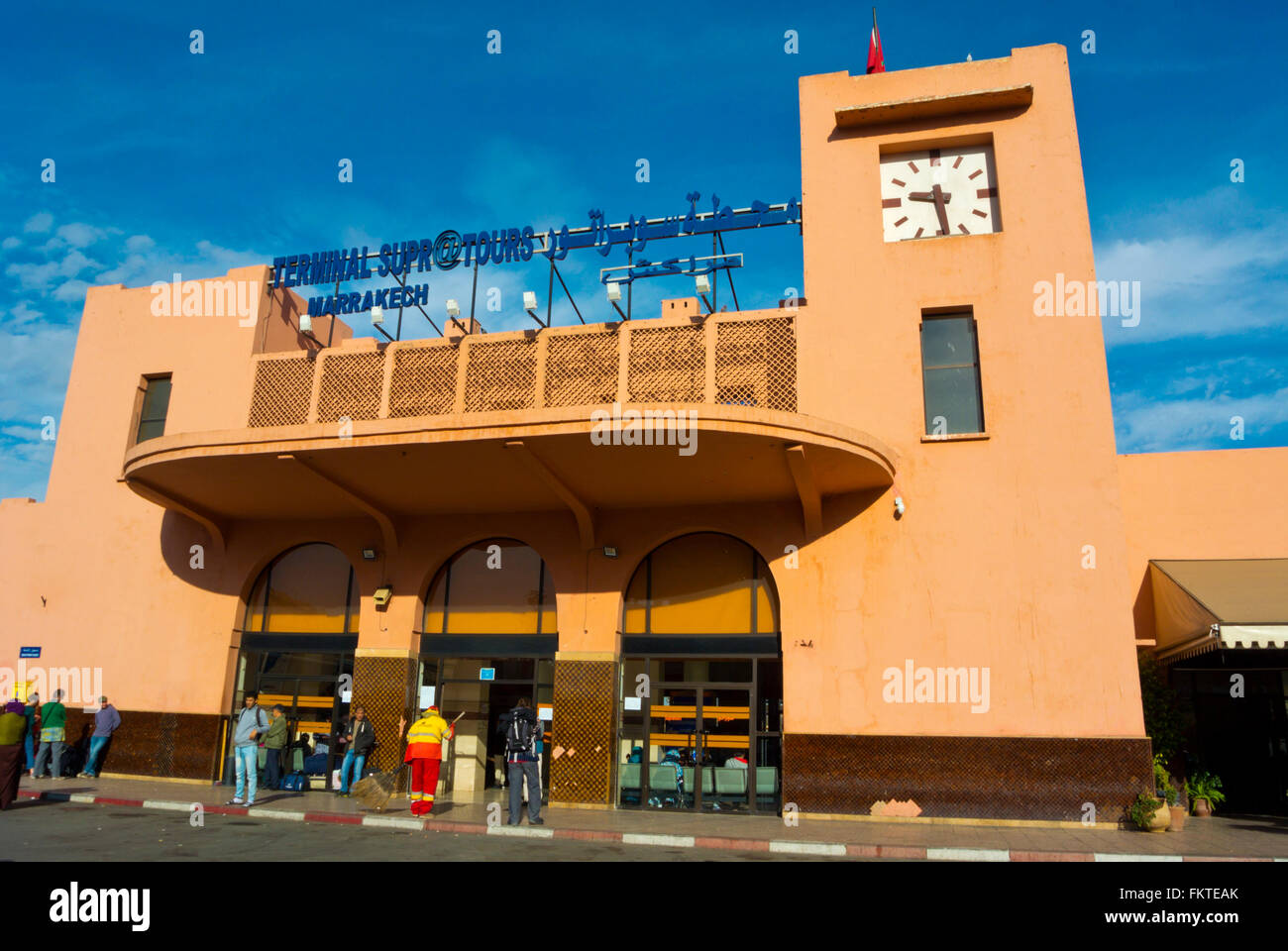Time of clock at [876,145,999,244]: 9:28
